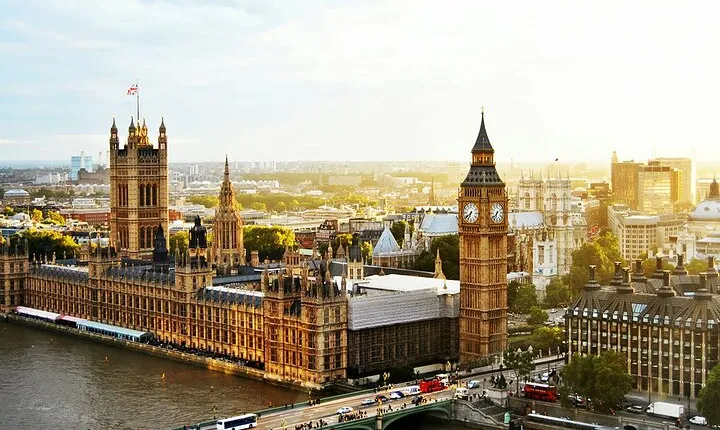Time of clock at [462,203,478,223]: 6:38
